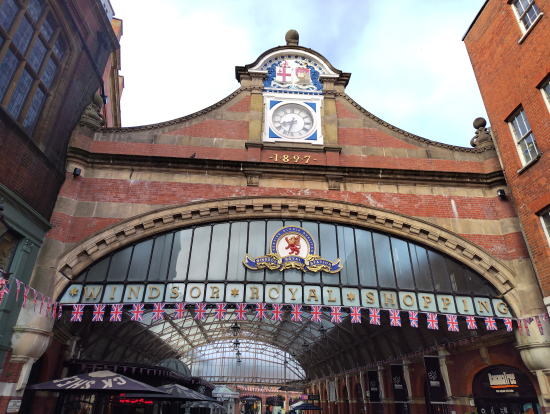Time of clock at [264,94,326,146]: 8:32
